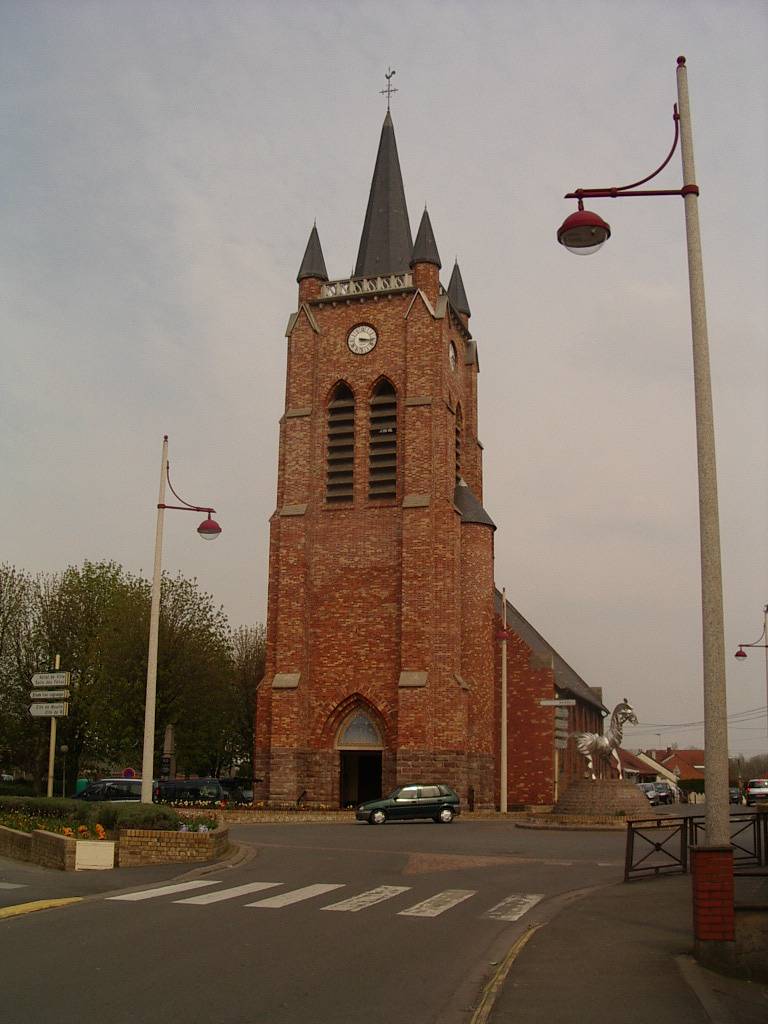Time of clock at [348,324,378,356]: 3:16
